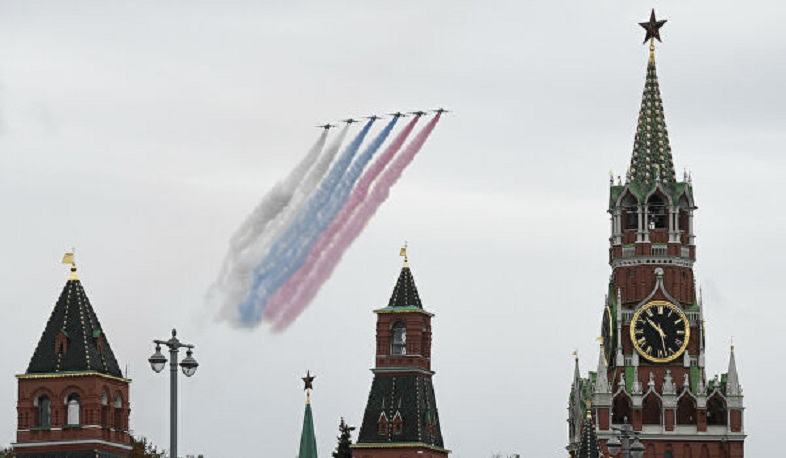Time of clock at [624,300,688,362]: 10:28
